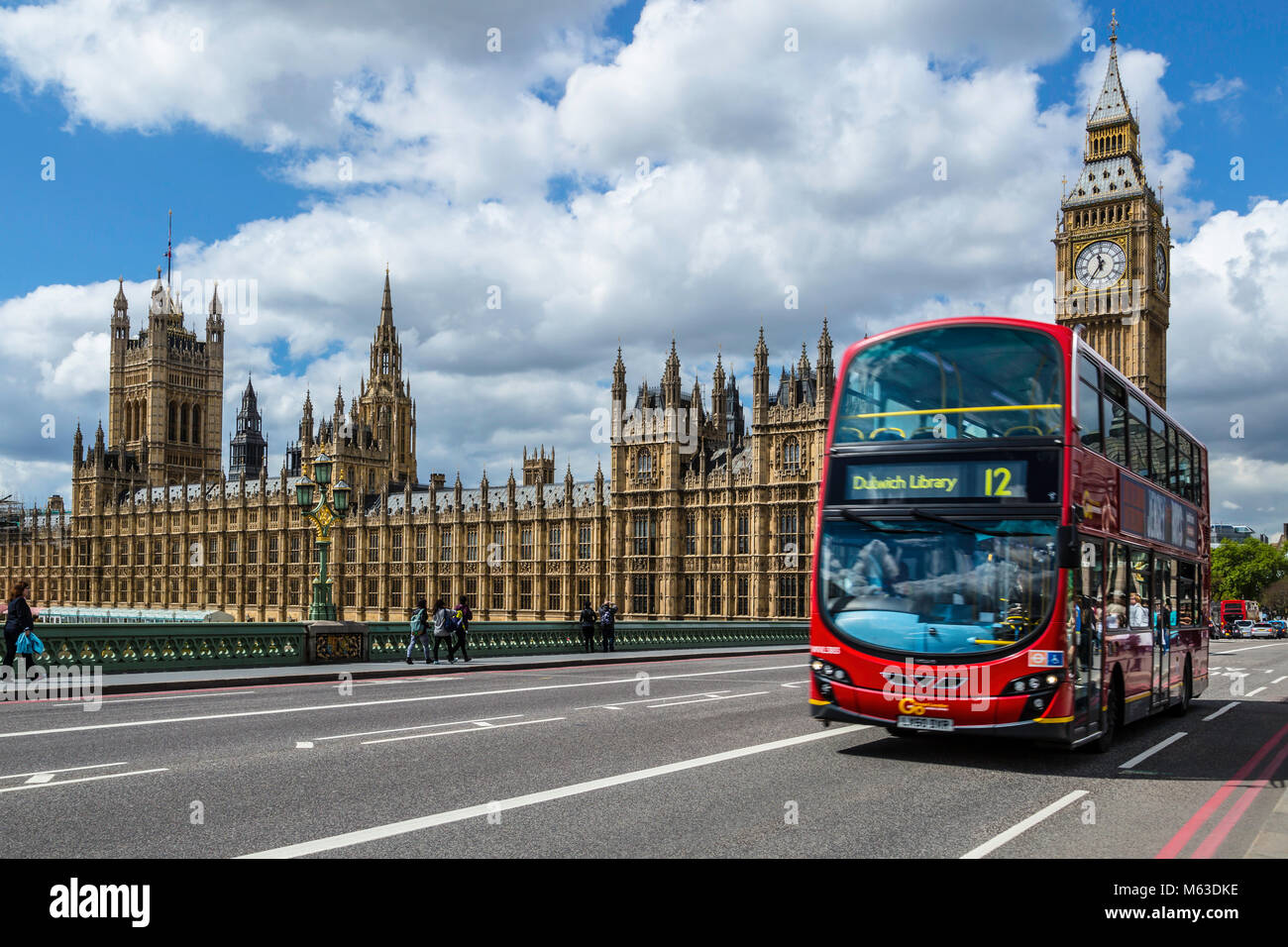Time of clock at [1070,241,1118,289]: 11:35
